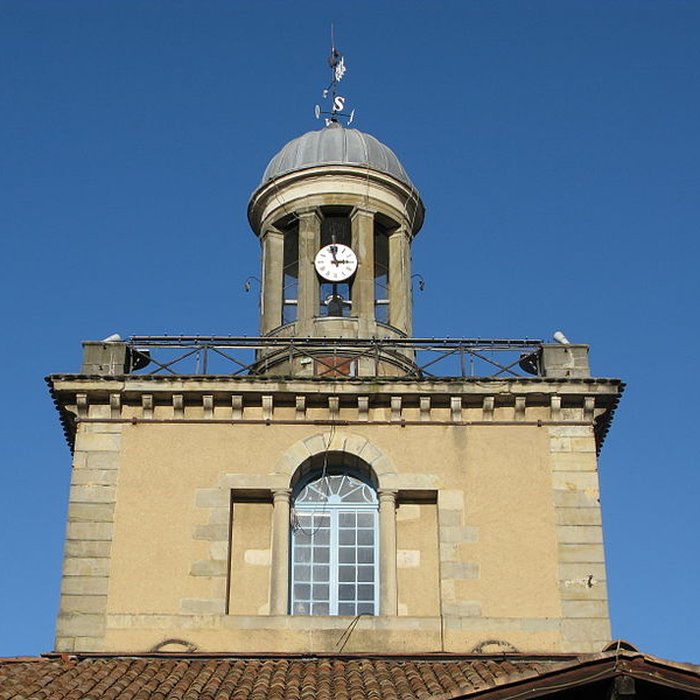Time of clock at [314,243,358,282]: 2:57
